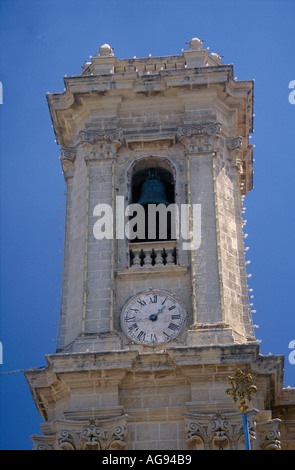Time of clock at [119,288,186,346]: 1:42
